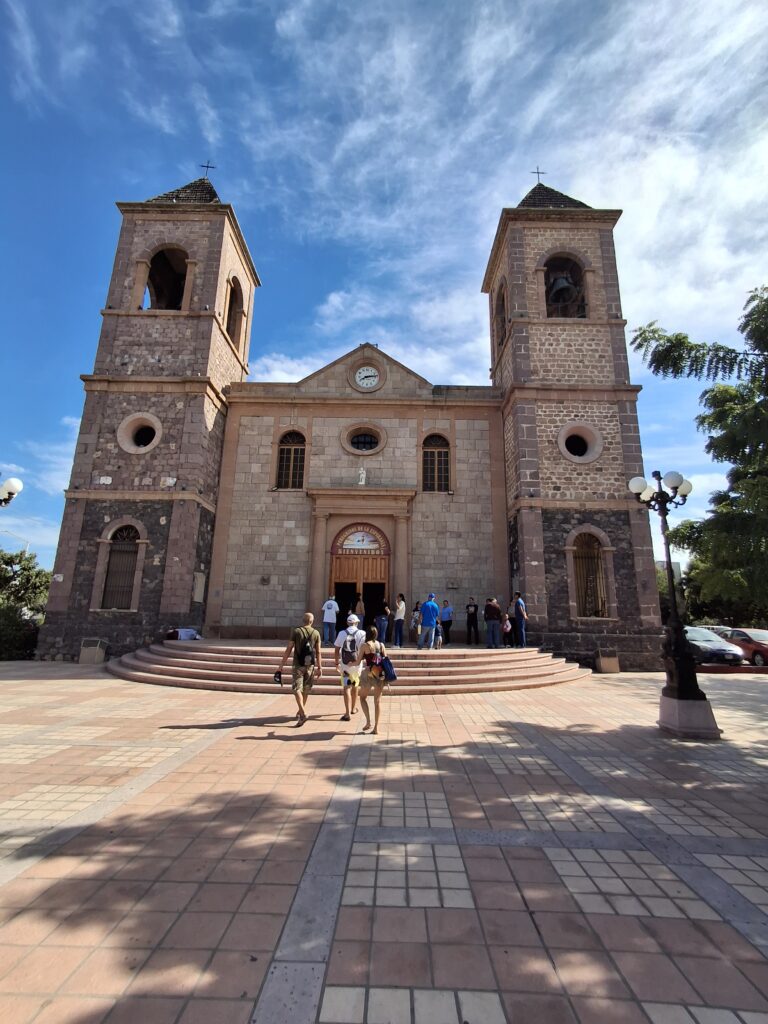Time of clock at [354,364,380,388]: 8:13
